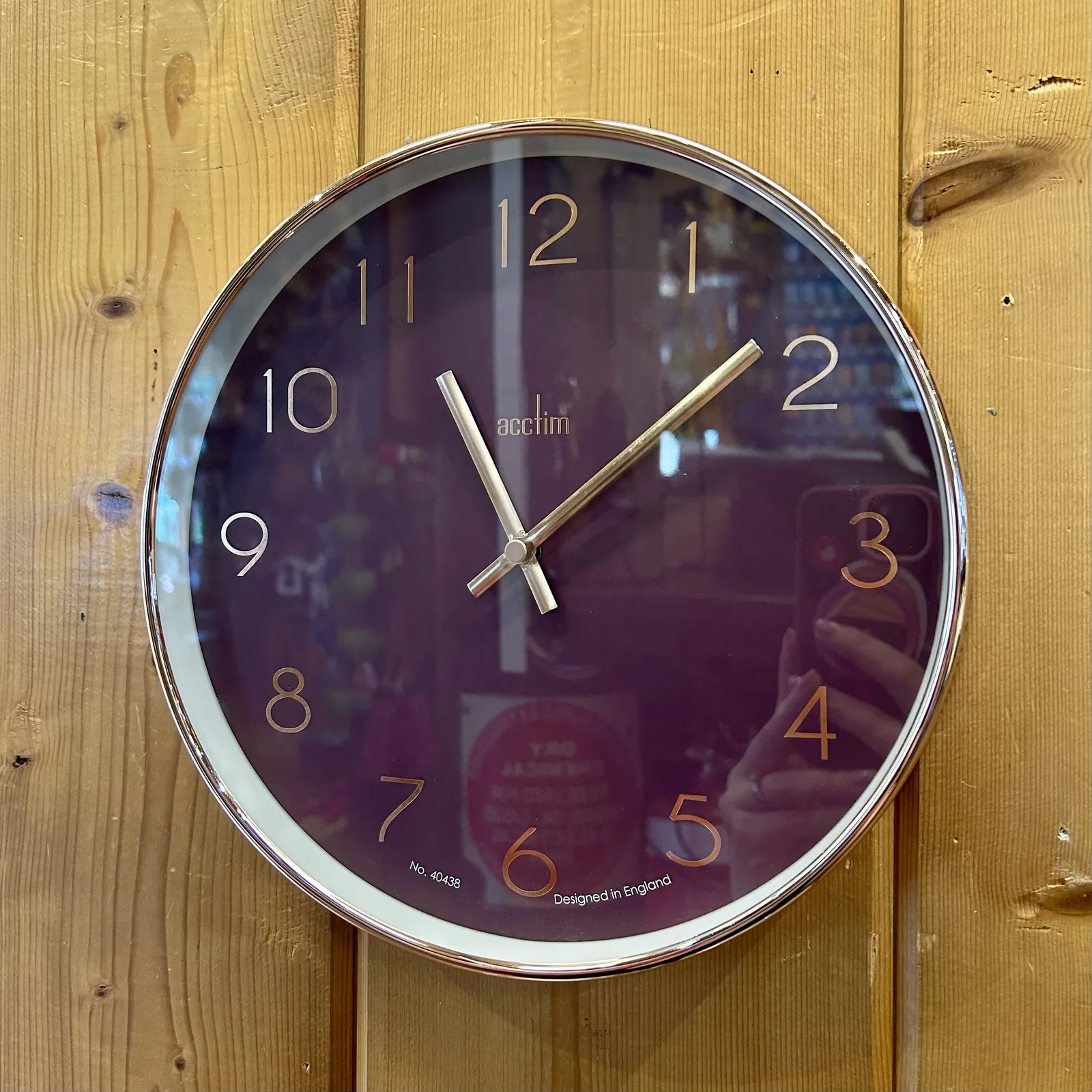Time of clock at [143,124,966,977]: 11:08
